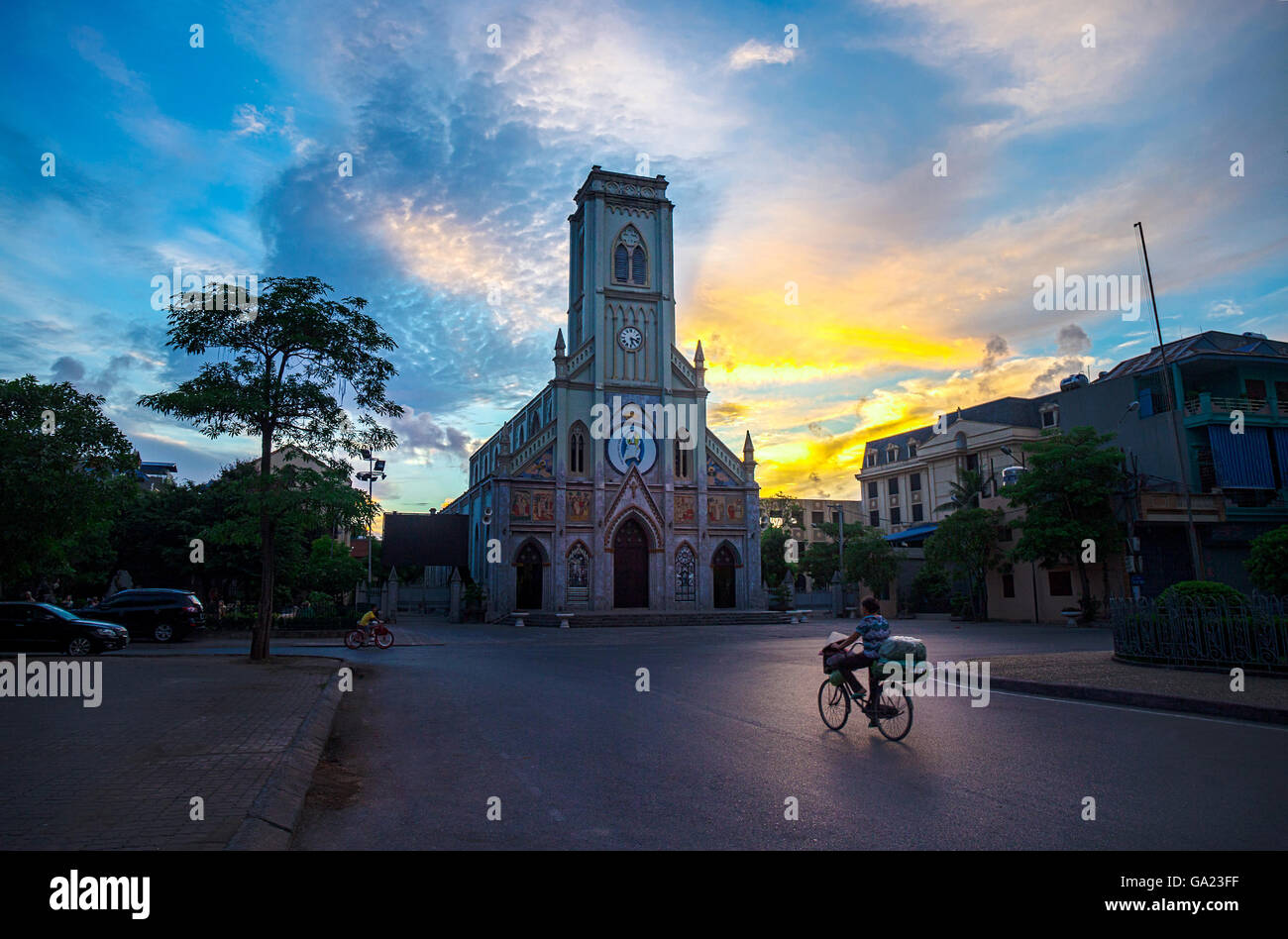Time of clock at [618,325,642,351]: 5:17
